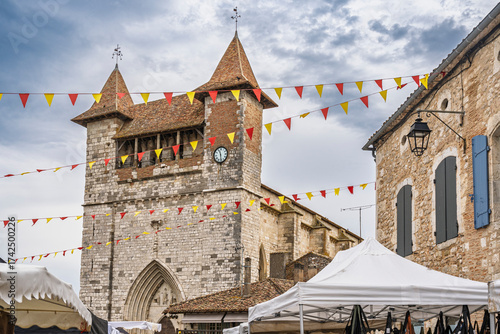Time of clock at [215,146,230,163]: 11:28
